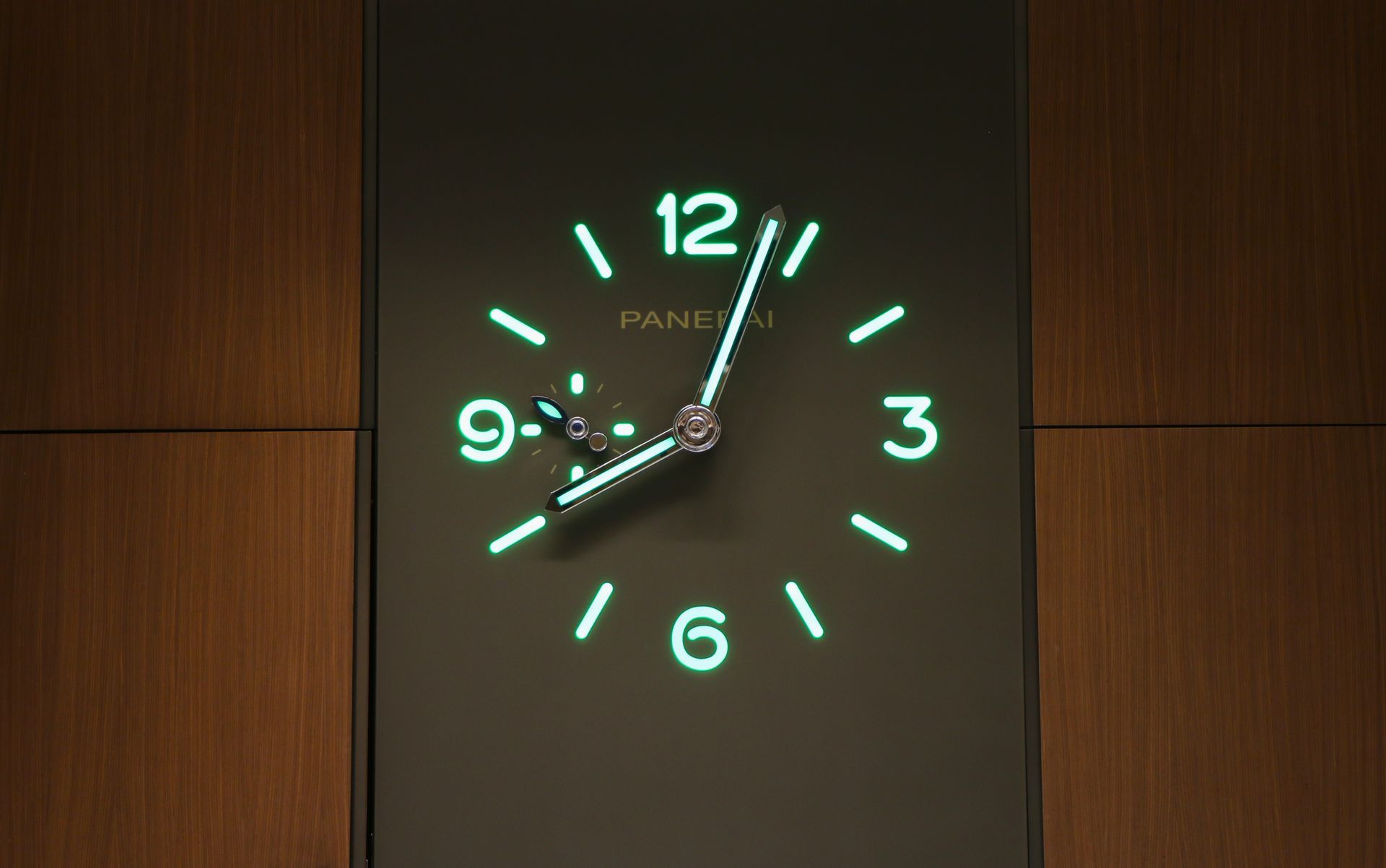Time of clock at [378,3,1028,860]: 8:03
